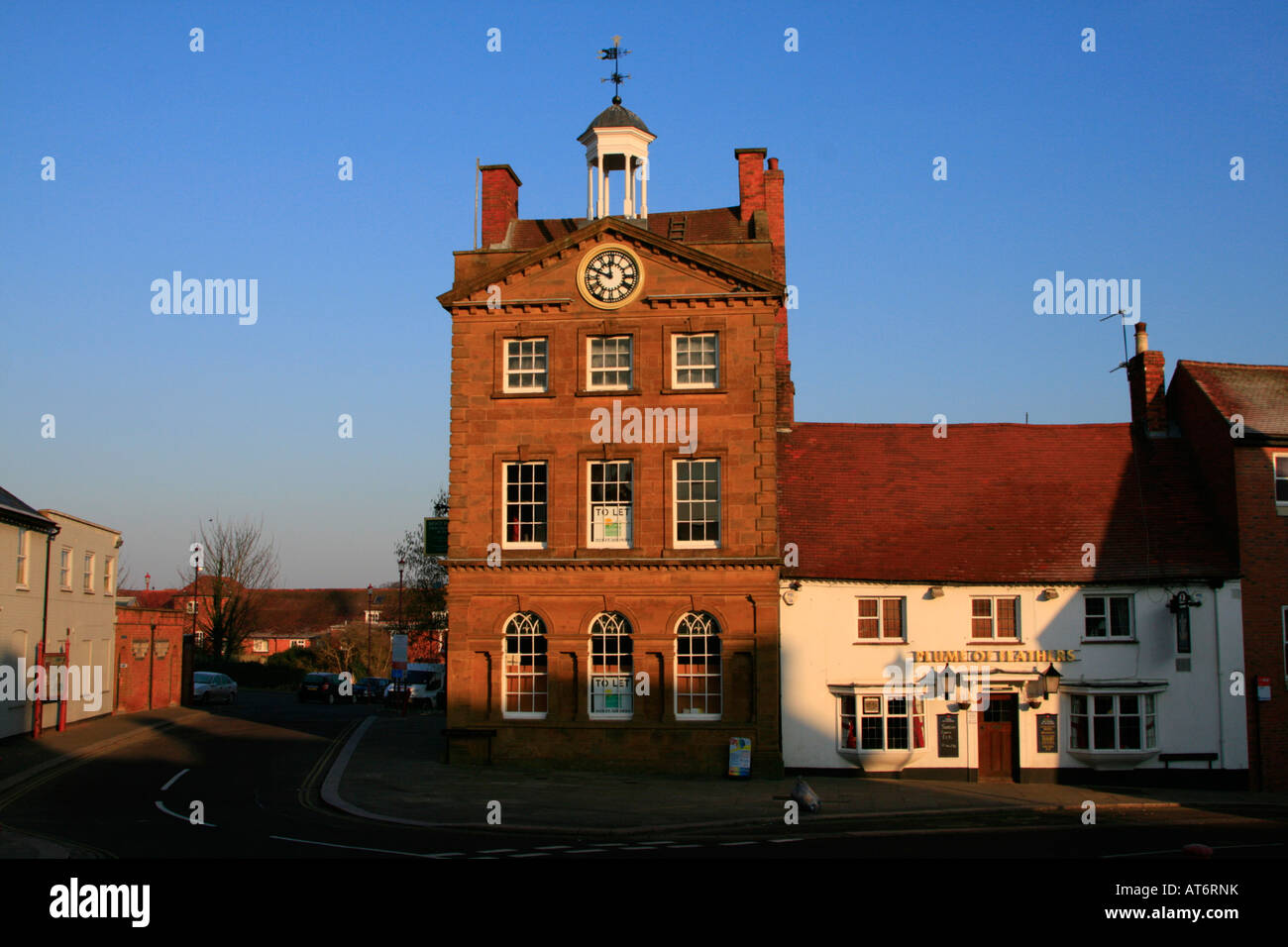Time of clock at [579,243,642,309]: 11:48
